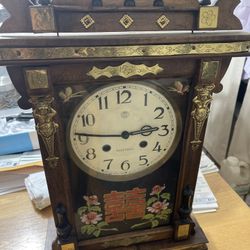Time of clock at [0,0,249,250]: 2:46
